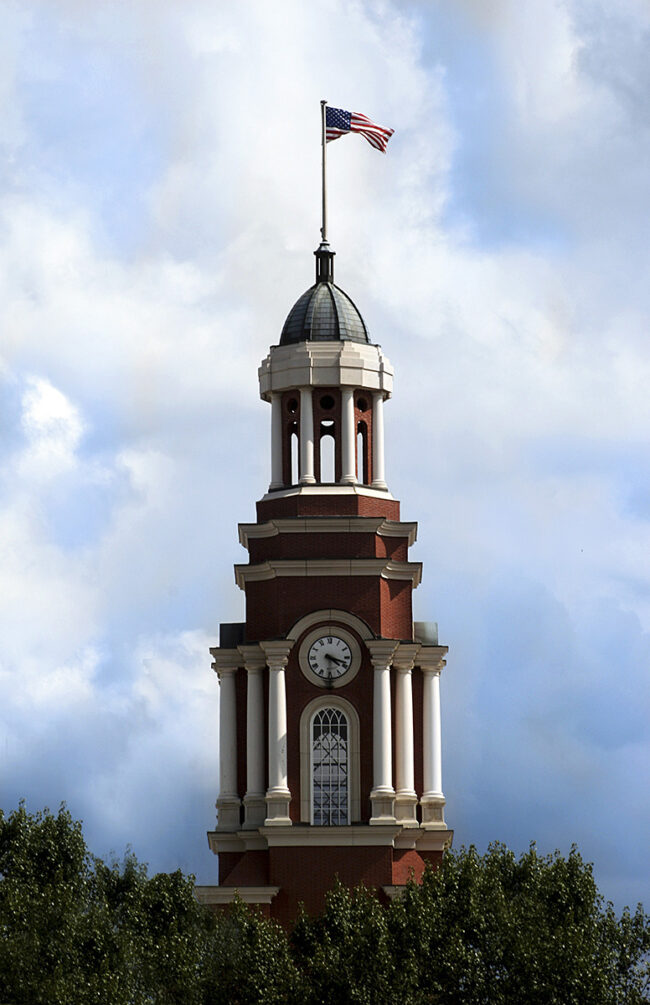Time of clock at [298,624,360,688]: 4:18
